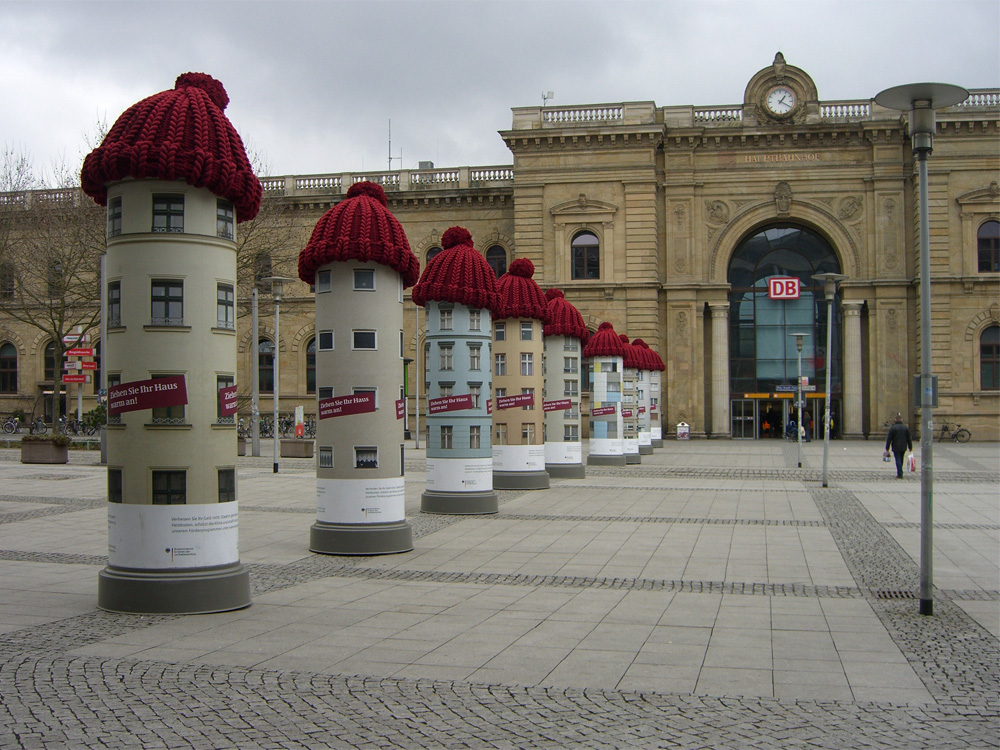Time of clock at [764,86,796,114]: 1:20
